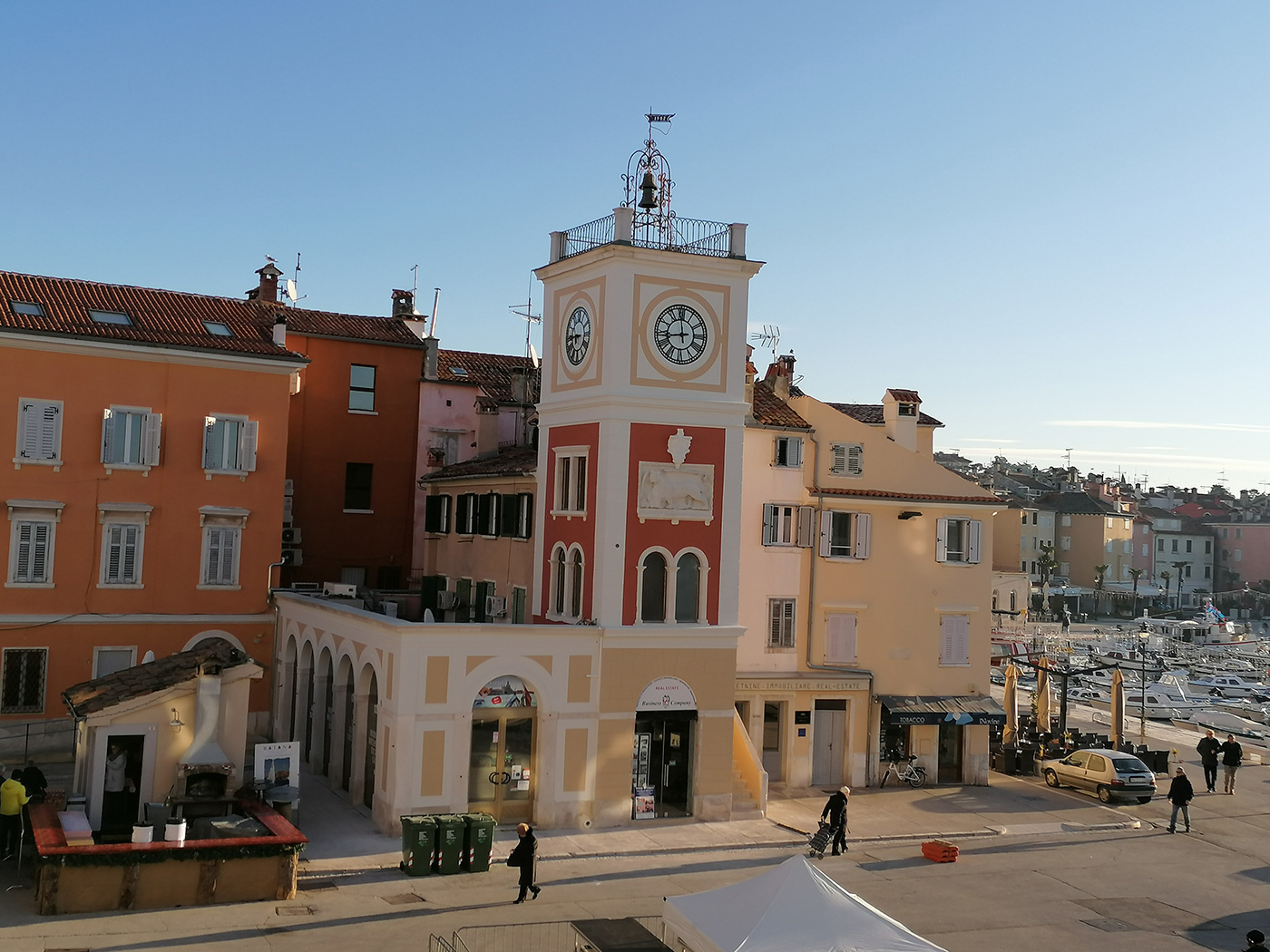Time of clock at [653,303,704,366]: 11:43
